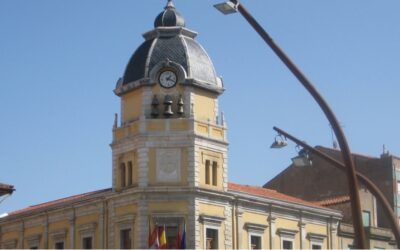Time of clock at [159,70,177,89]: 1:18
